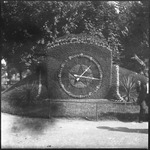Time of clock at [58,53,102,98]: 1:16
